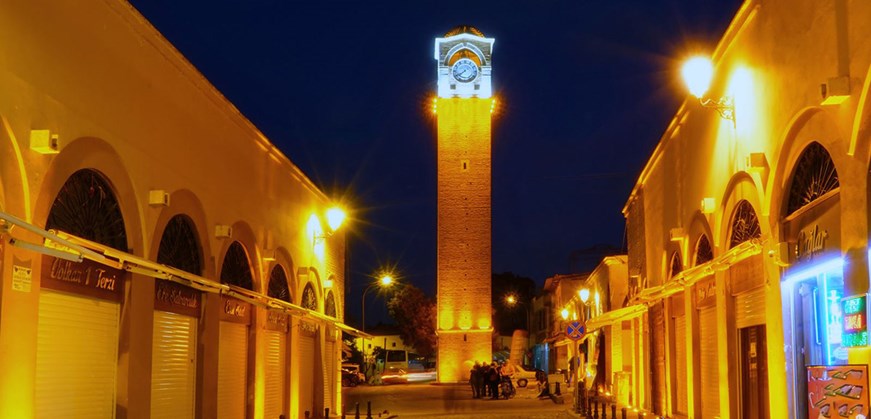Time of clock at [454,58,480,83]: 7:39
